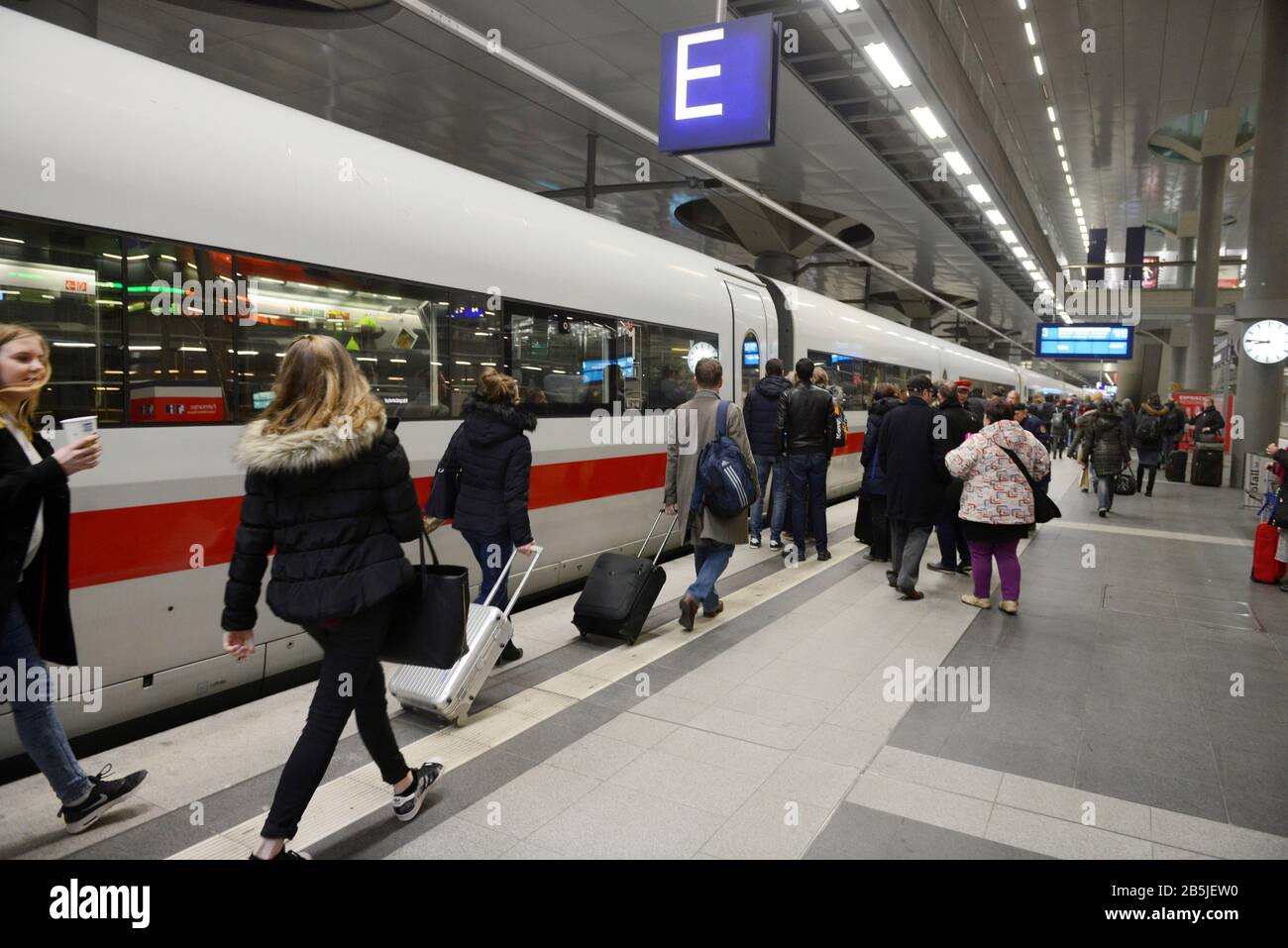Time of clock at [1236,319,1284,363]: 8:45
